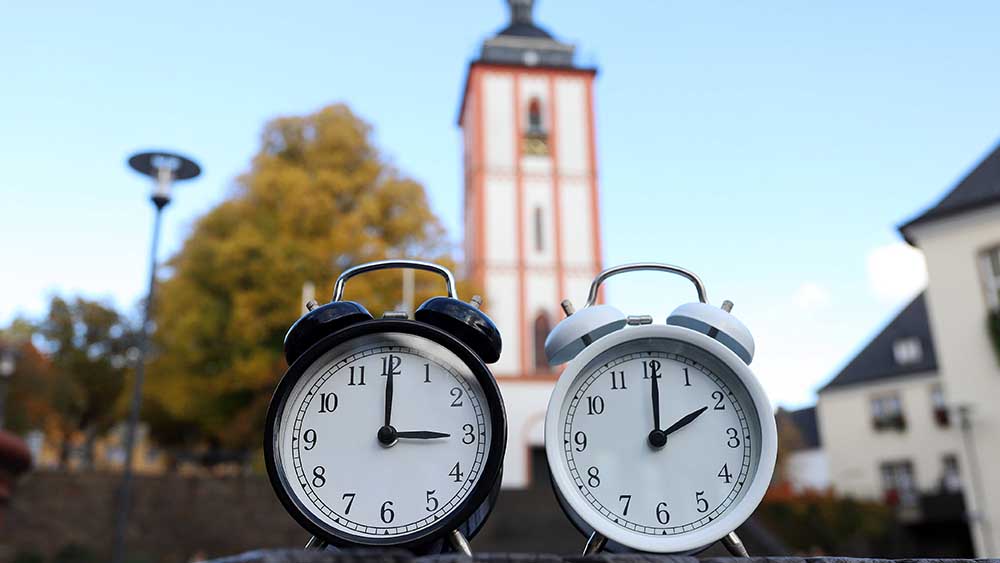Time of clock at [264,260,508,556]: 3:00
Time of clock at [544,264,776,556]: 2:00
